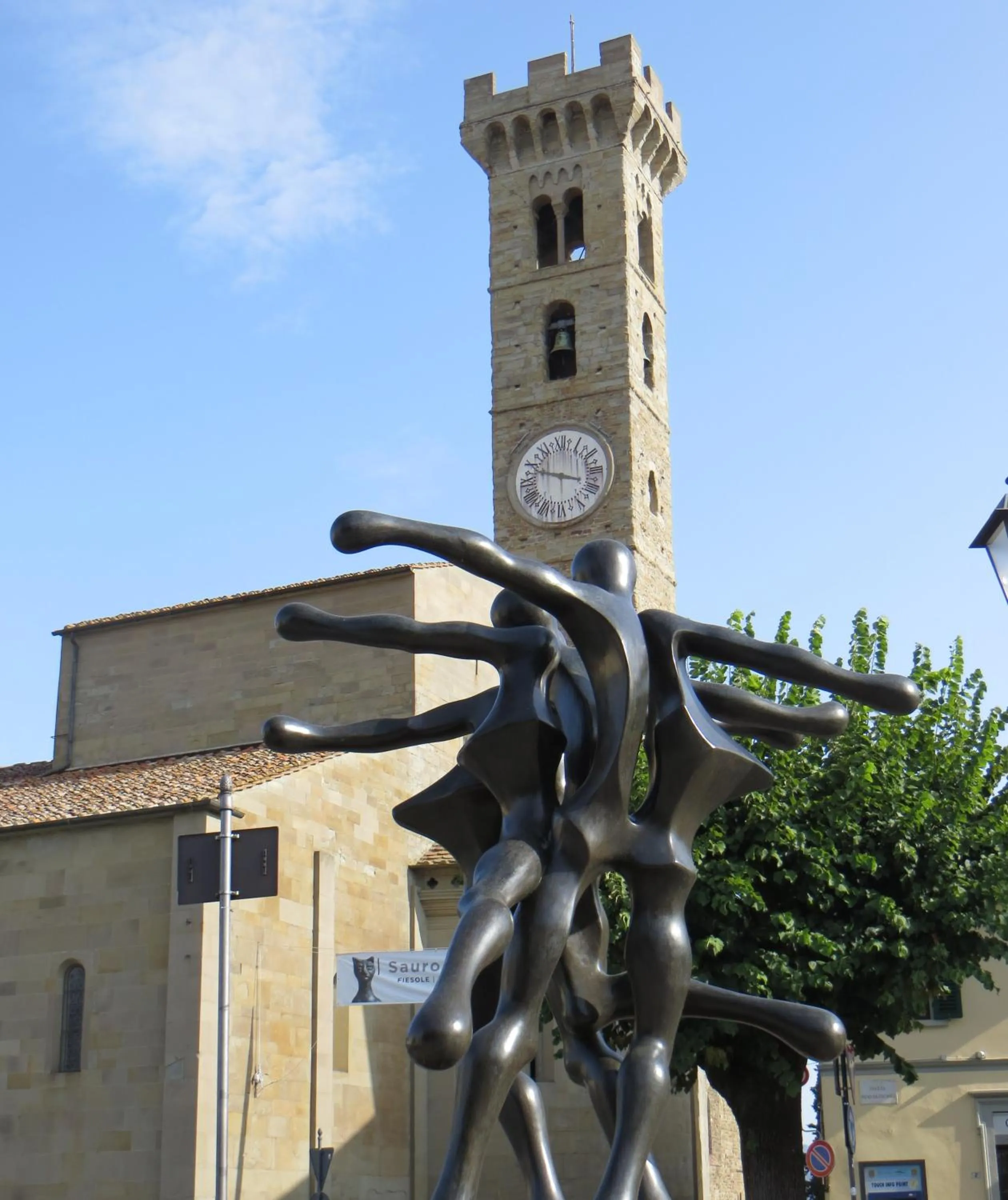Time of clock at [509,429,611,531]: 3:48
